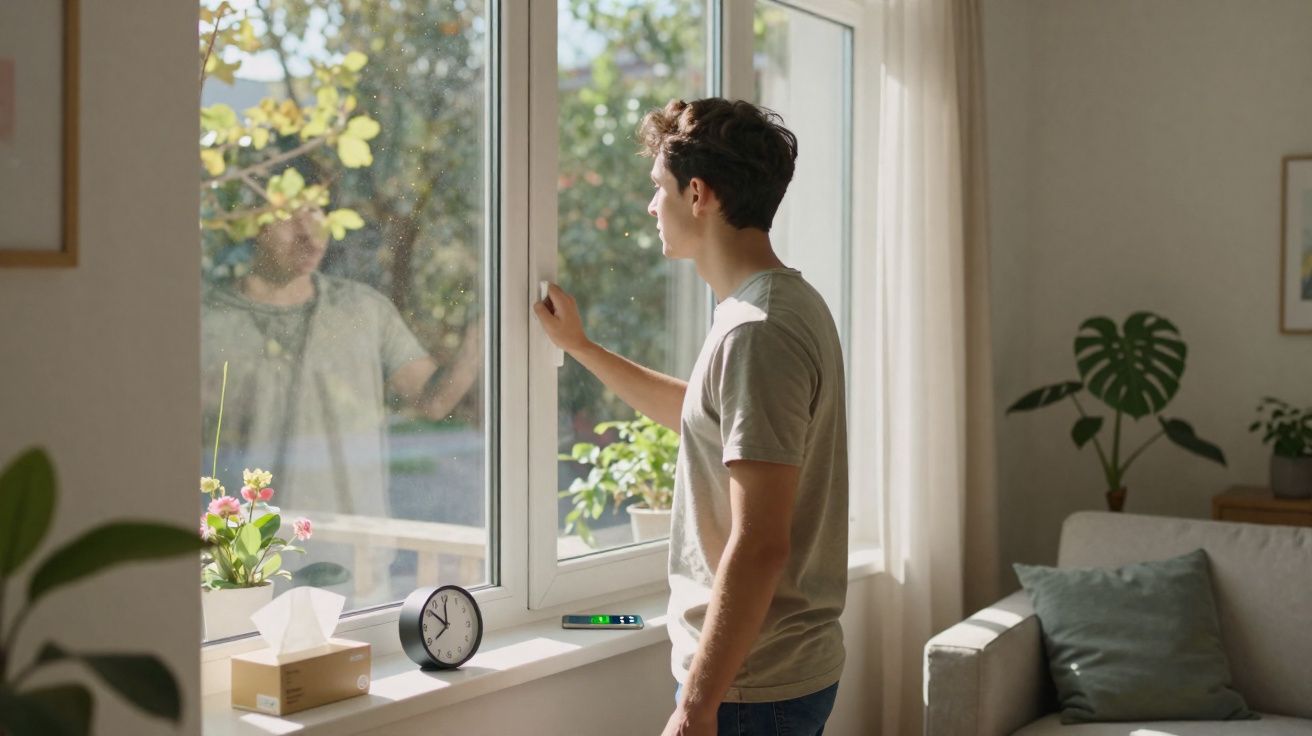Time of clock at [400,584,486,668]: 11:51
